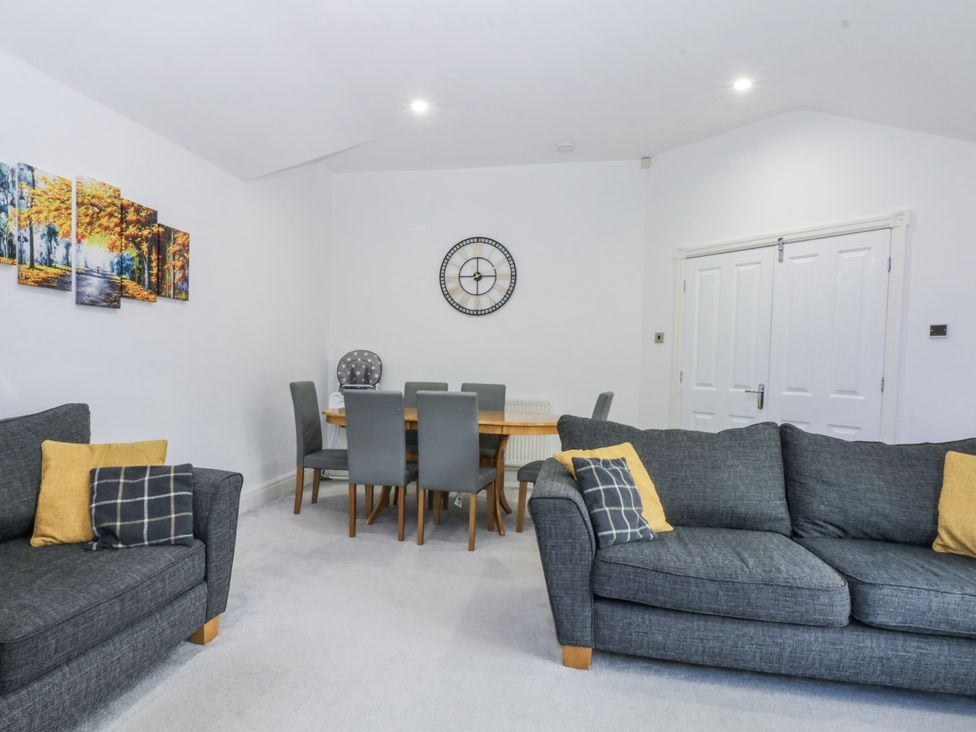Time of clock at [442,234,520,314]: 3:00
